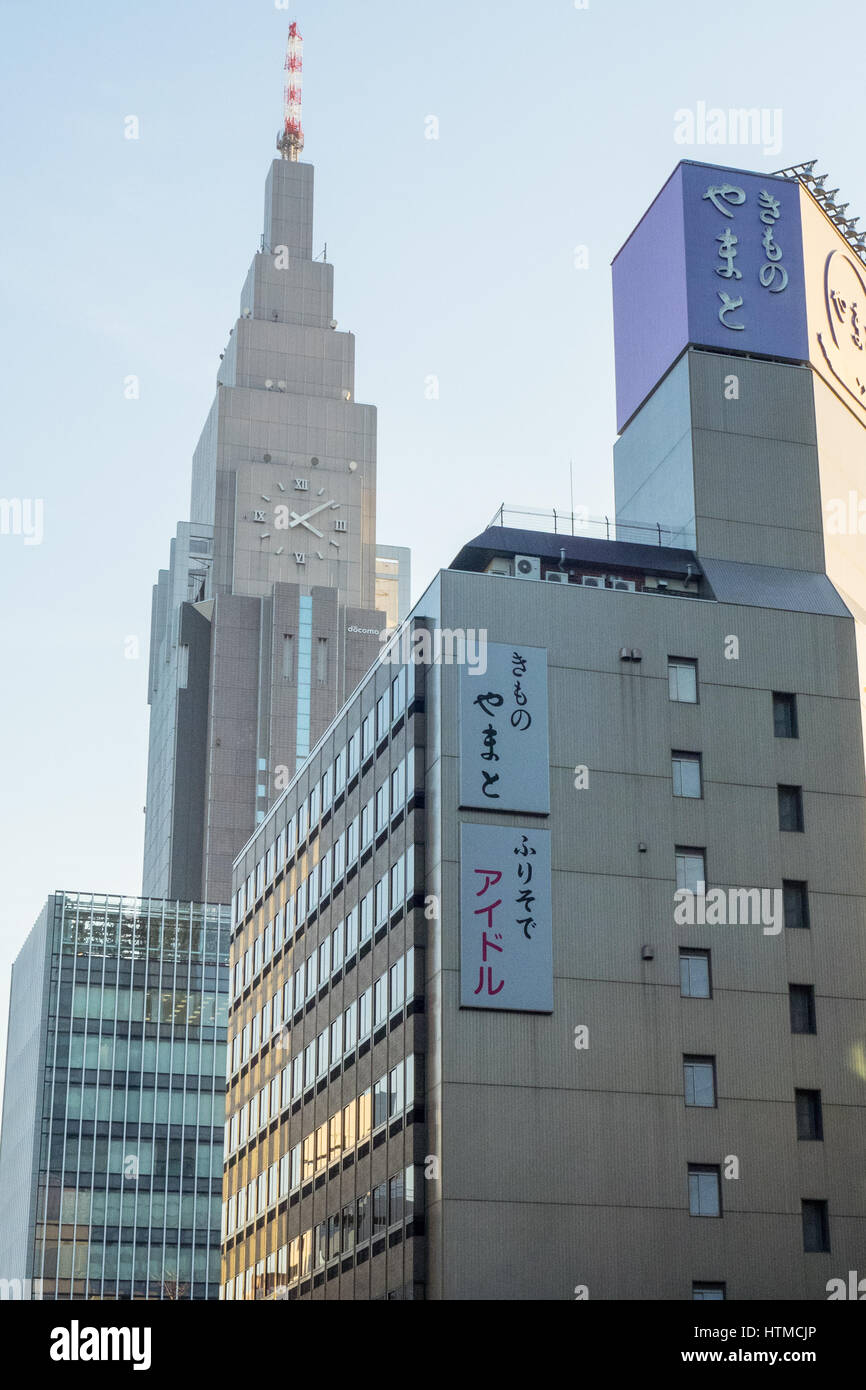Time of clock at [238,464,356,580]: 4:09
